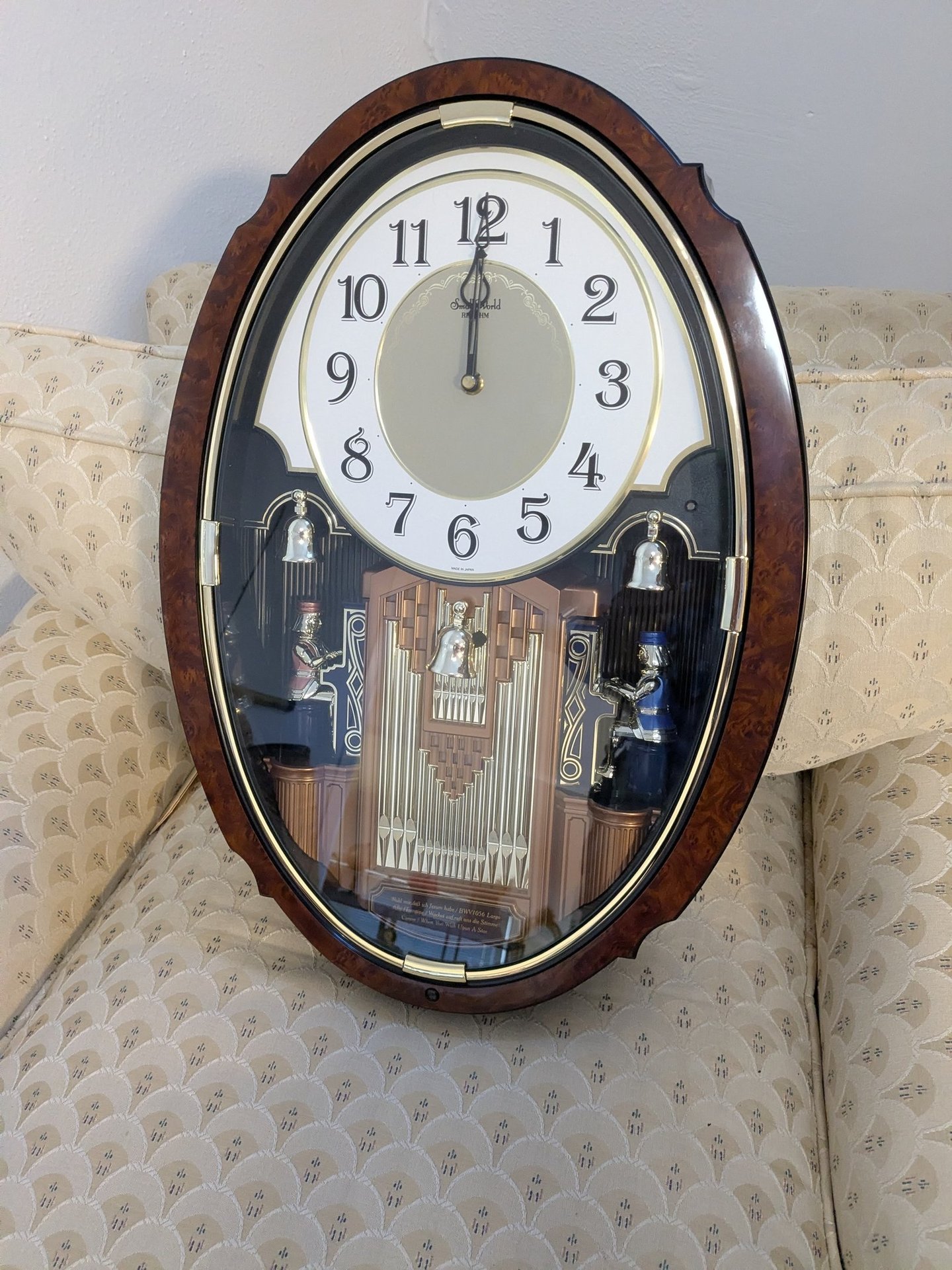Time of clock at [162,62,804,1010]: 12:00
